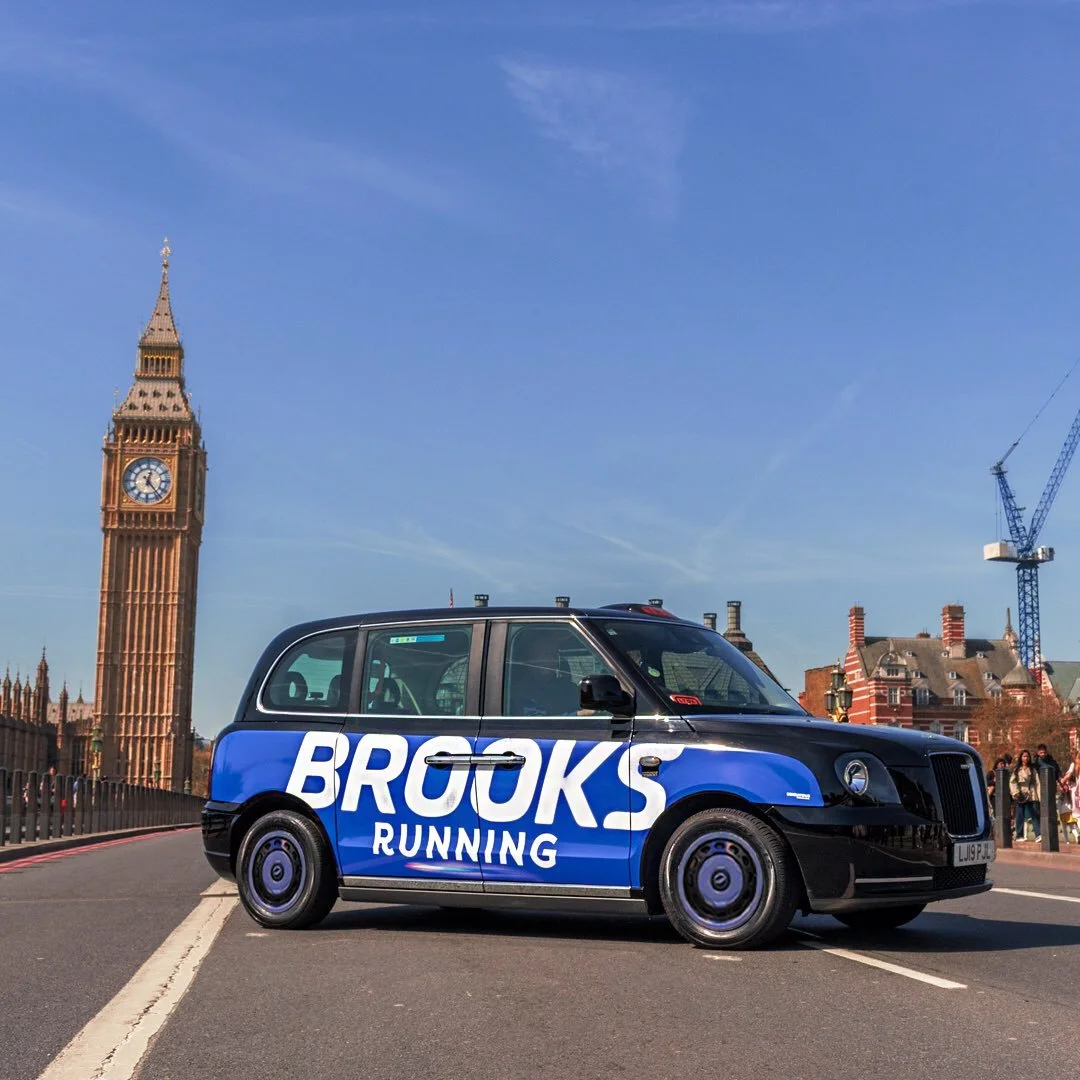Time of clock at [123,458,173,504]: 12:23
